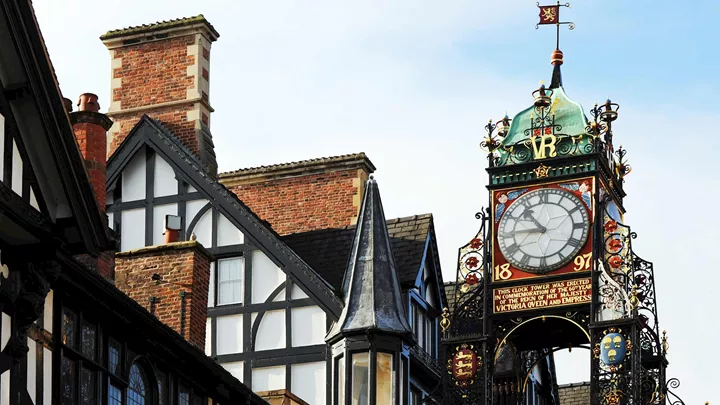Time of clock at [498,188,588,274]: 10:45
